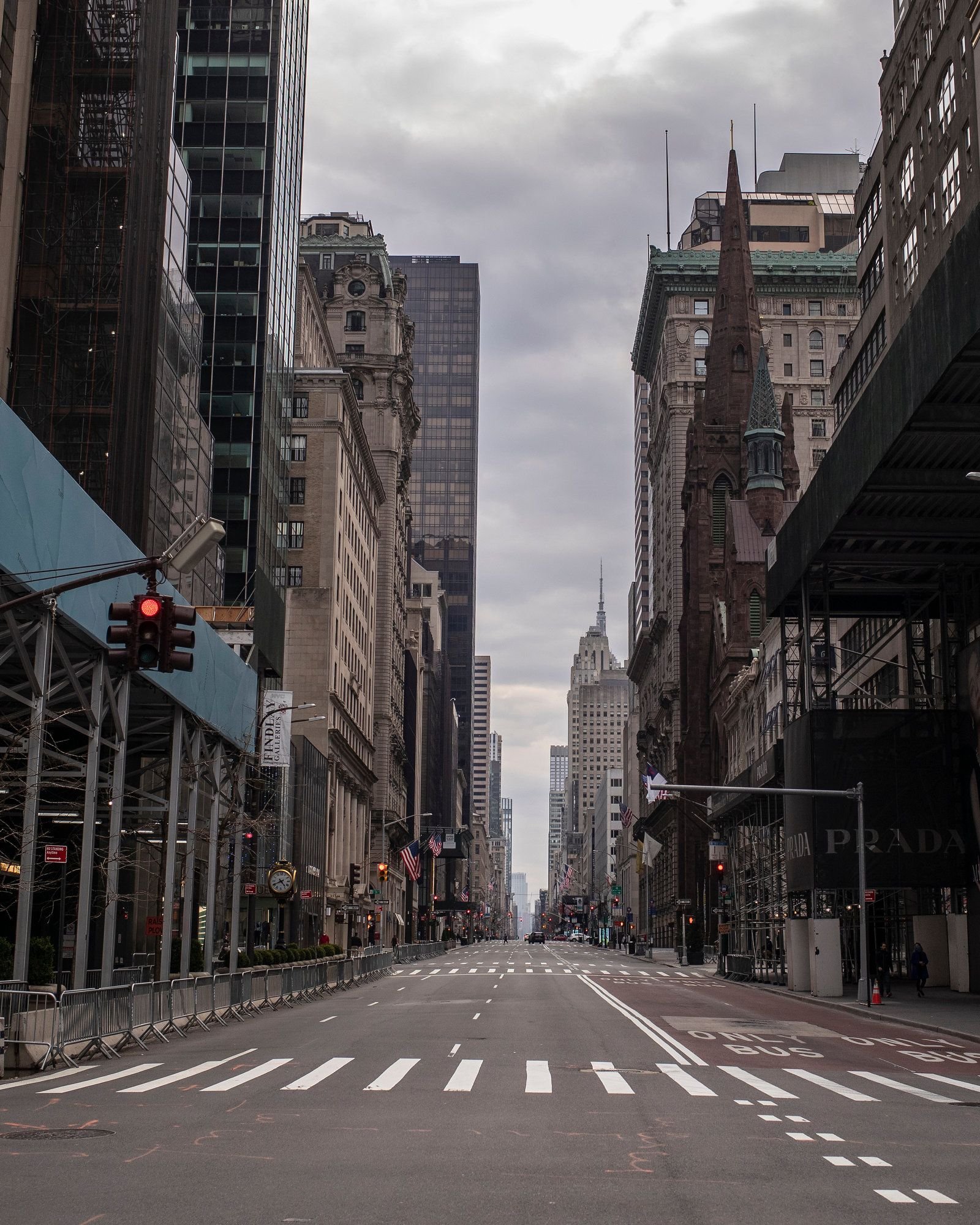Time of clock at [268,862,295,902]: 4:40
